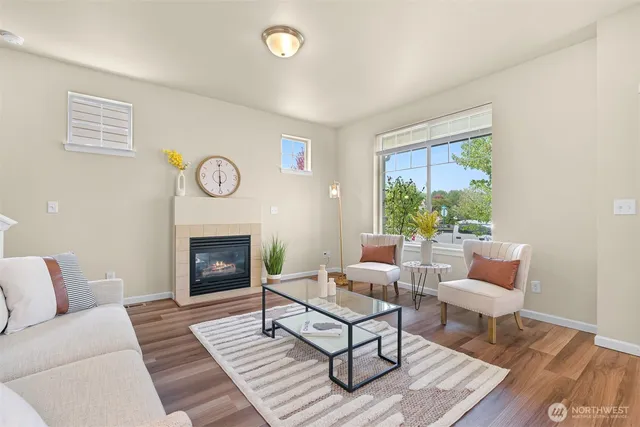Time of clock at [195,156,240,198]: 6:00
